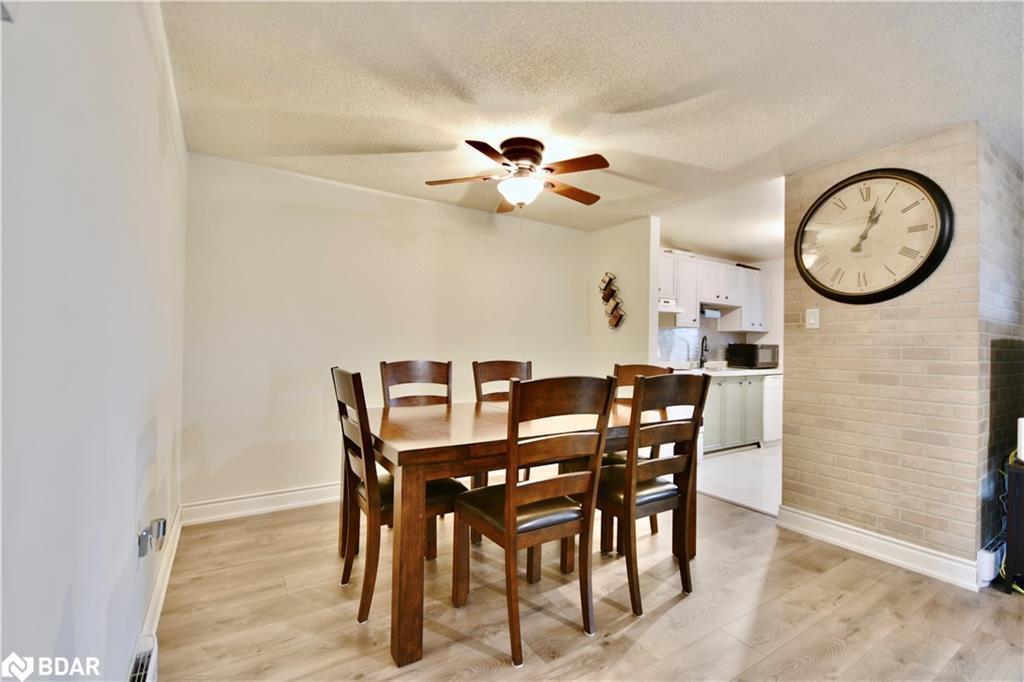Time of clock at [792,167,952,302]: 1:02
